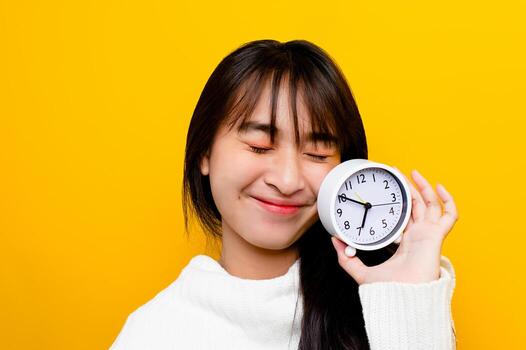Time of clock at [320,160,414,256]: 6:50
